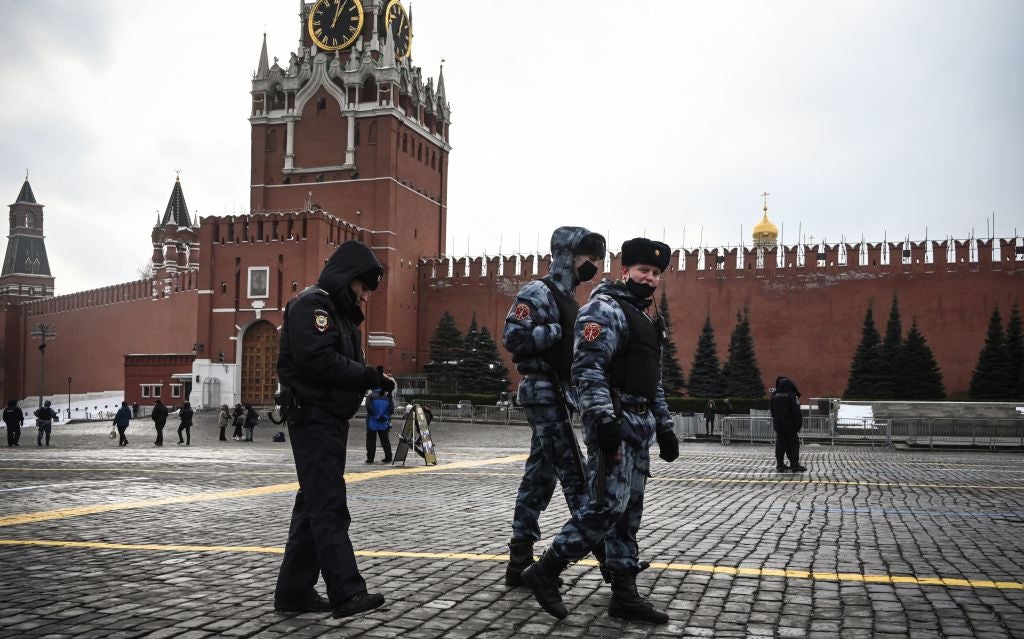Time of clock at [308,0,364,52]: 1:02
